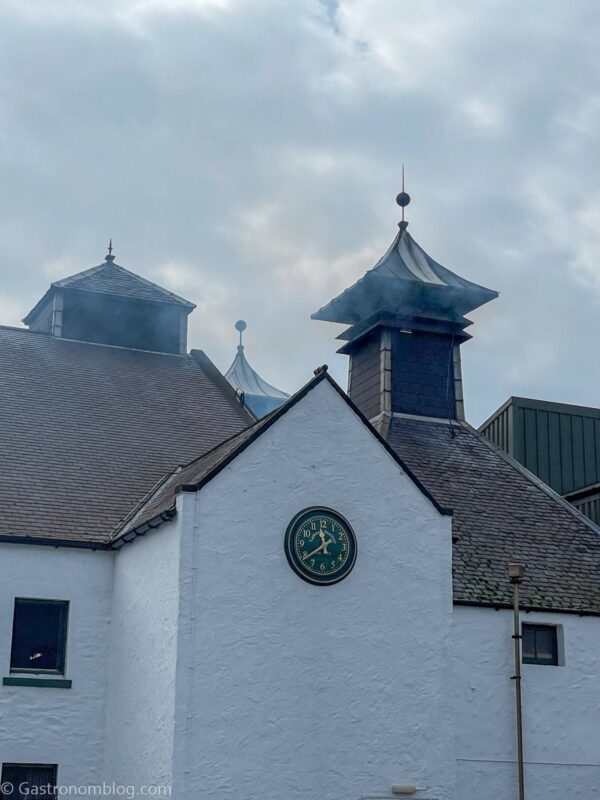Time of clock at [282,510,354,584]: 11:39
